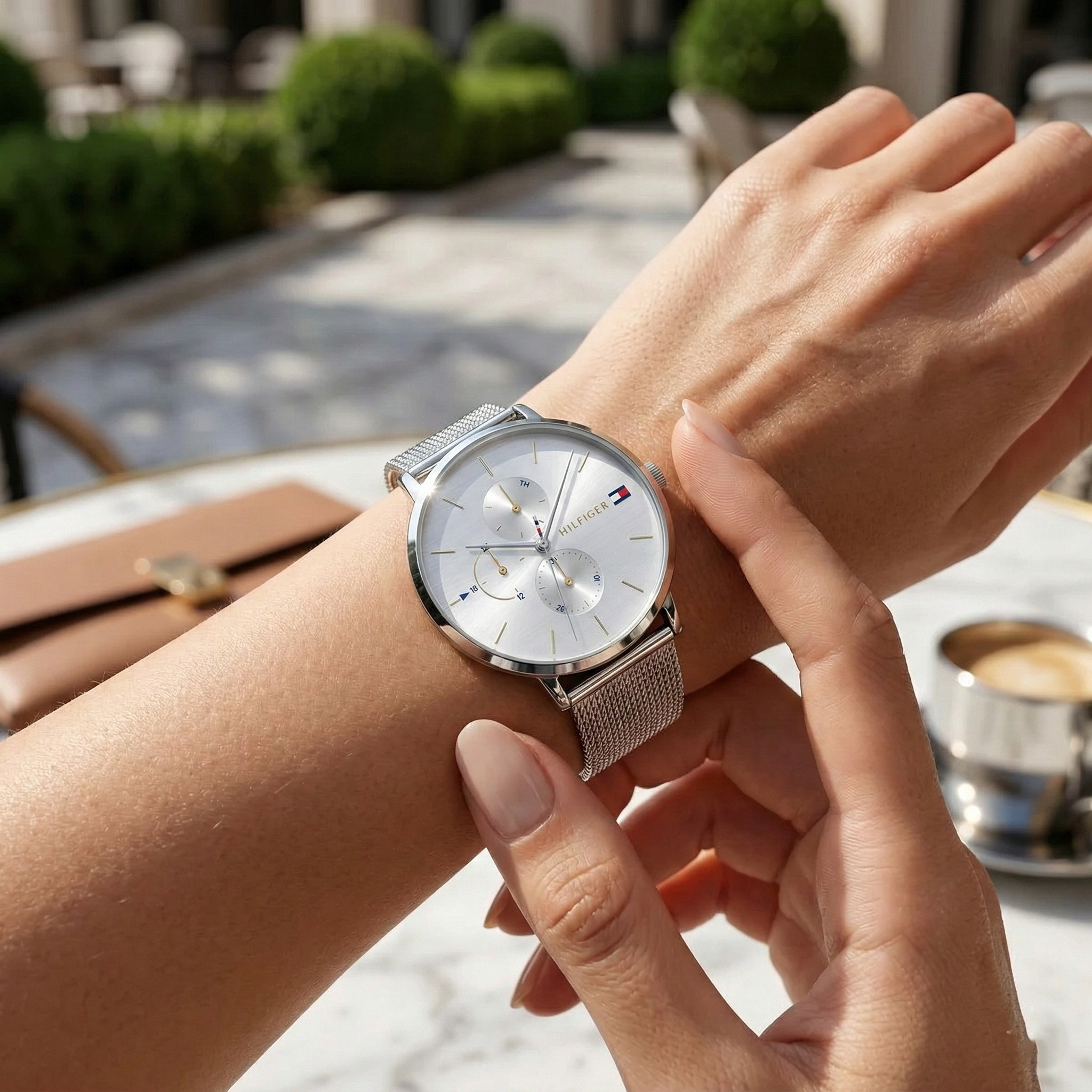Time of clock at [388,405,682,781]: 11:04
